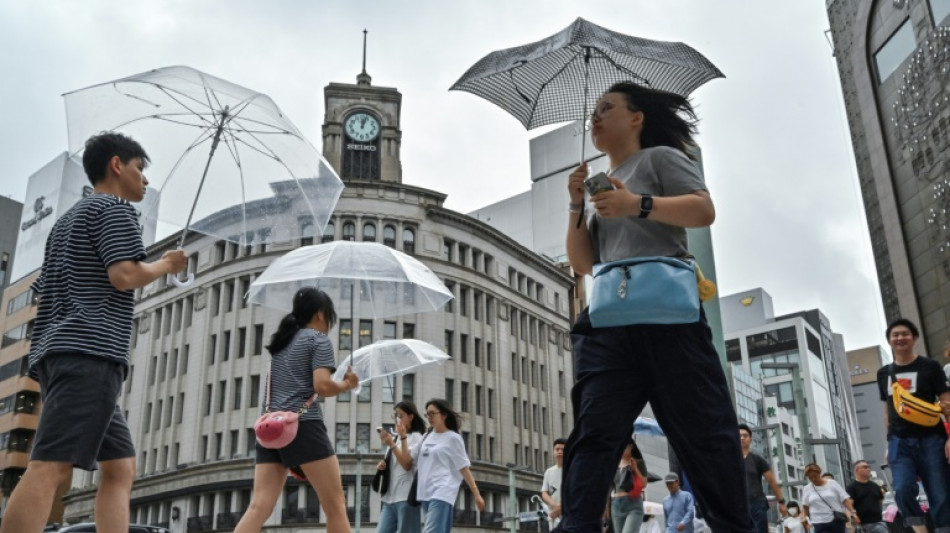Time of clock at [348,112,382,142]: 12:03
